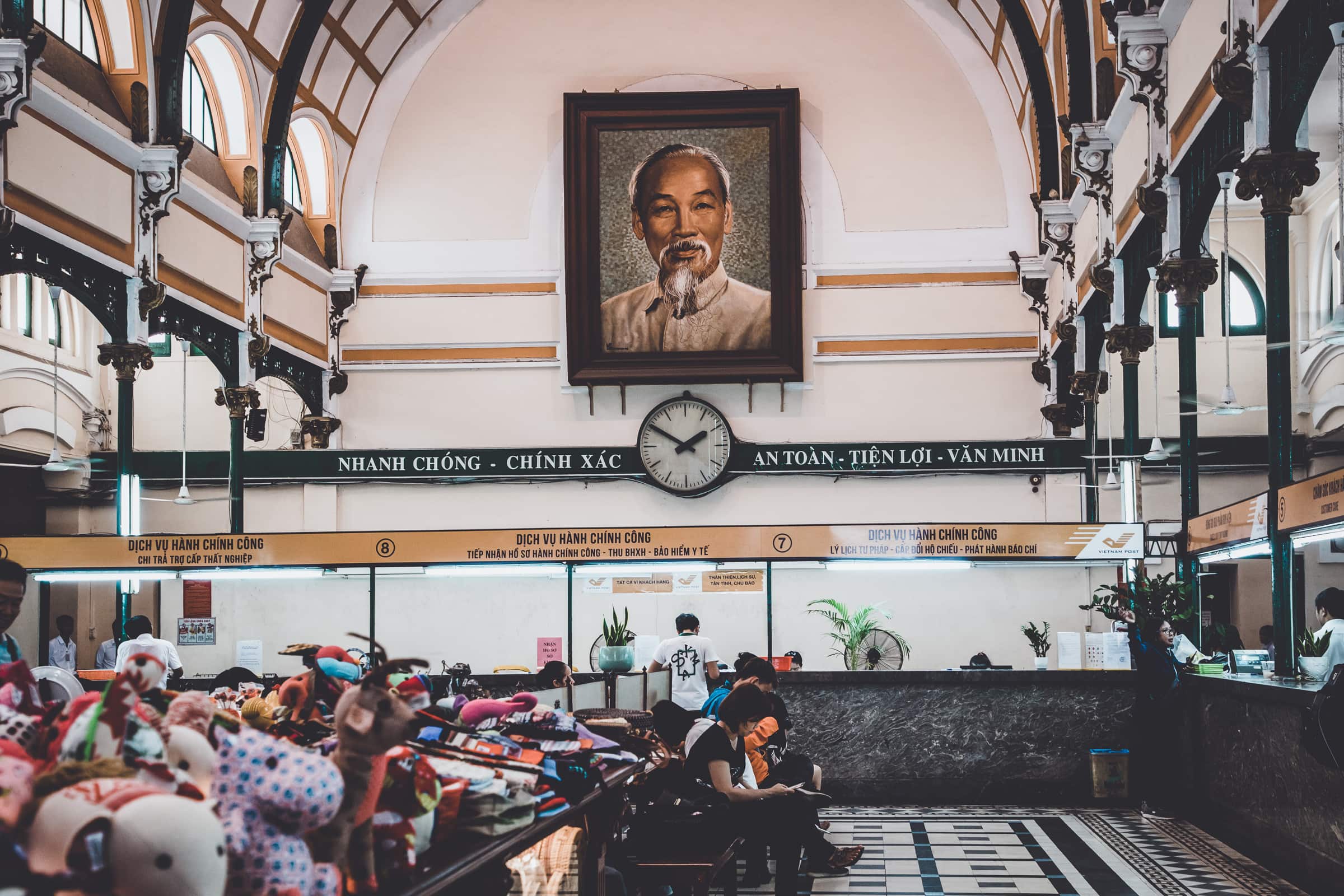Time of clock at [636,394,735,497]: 1:50
